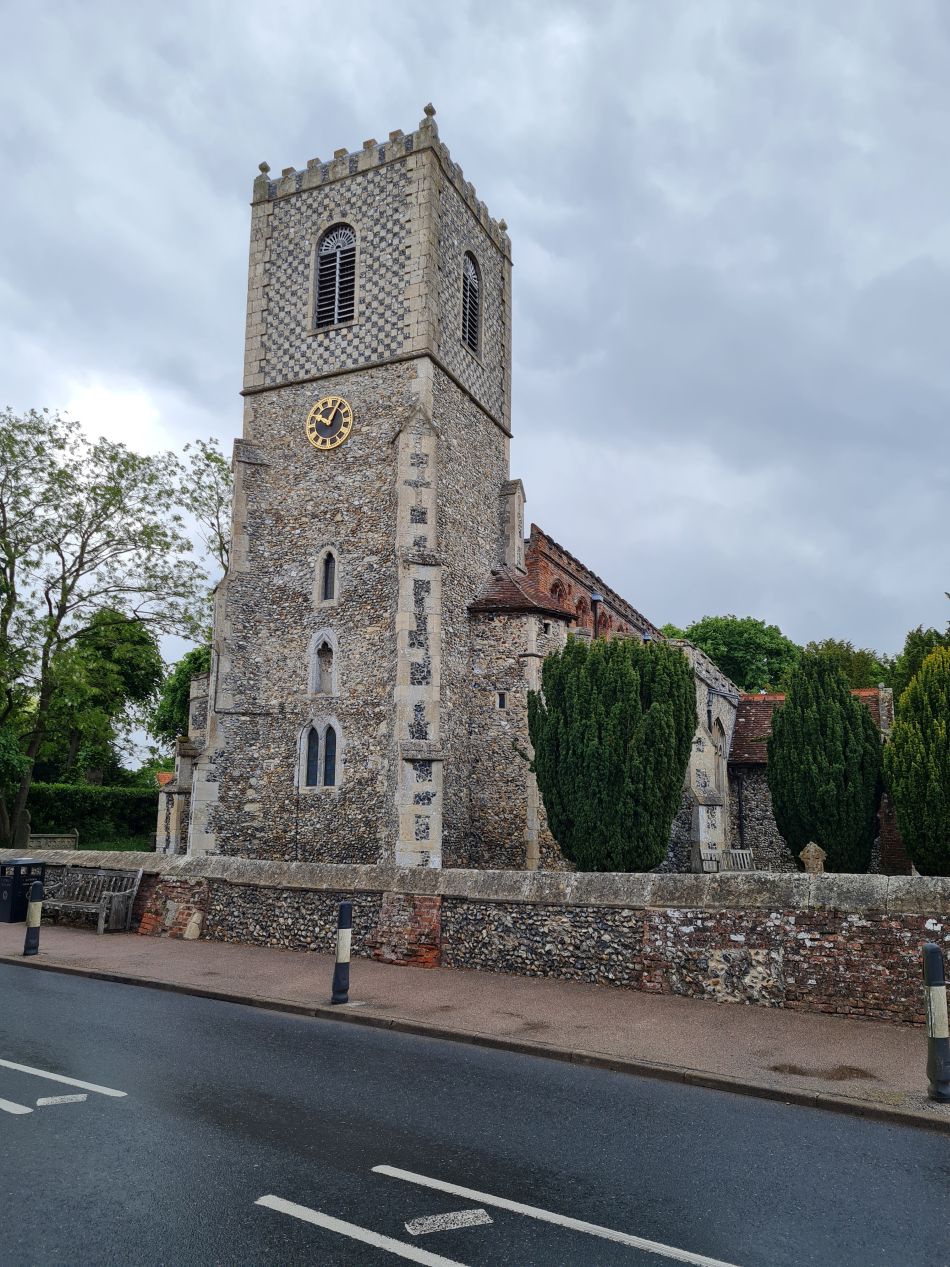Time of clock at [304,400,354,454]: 10:04
